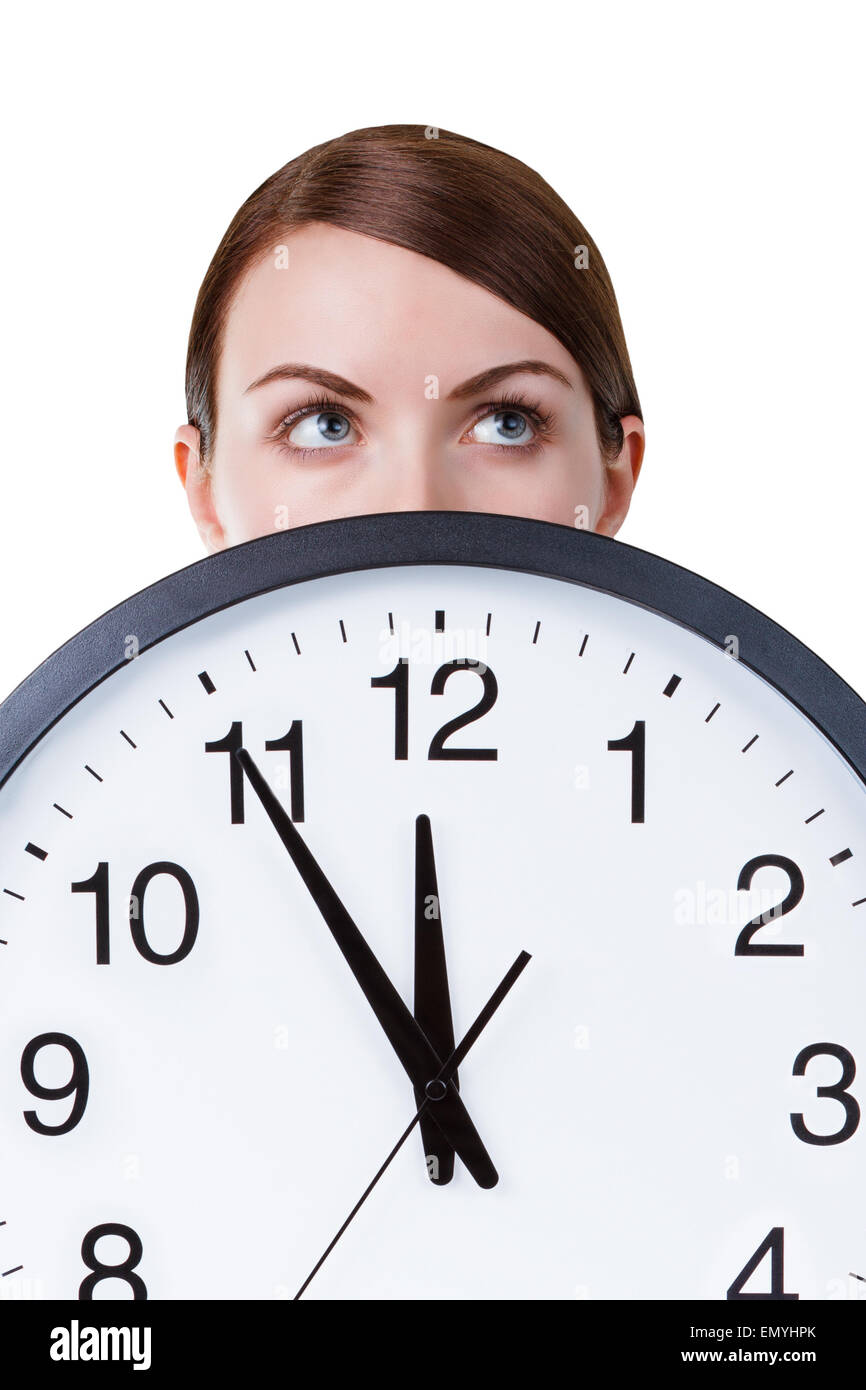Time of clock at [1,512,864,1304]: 11:54
